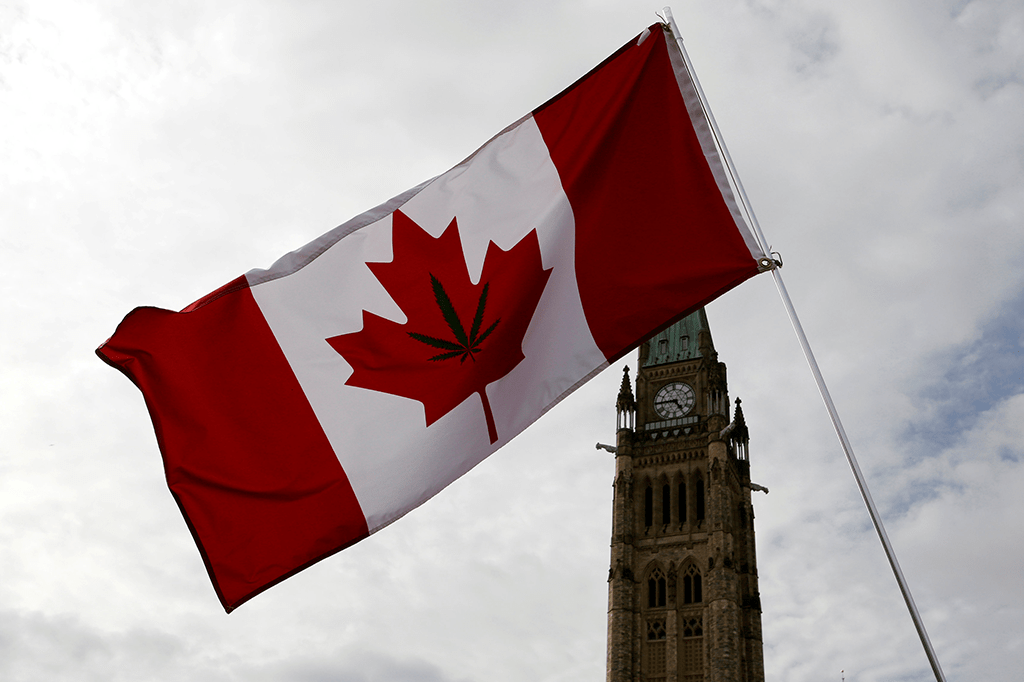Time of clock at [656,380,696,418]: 4:44
